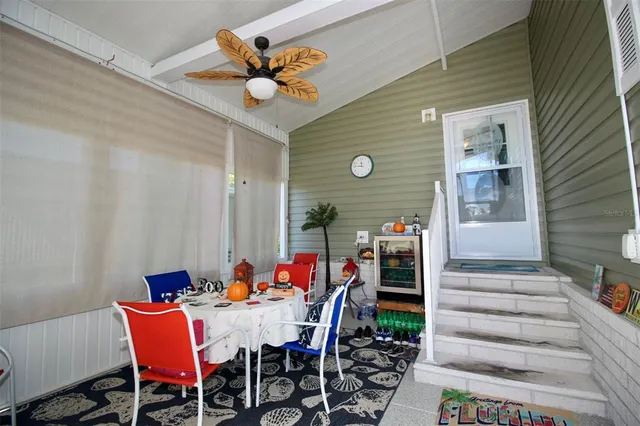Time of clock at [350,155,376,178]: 11:46
